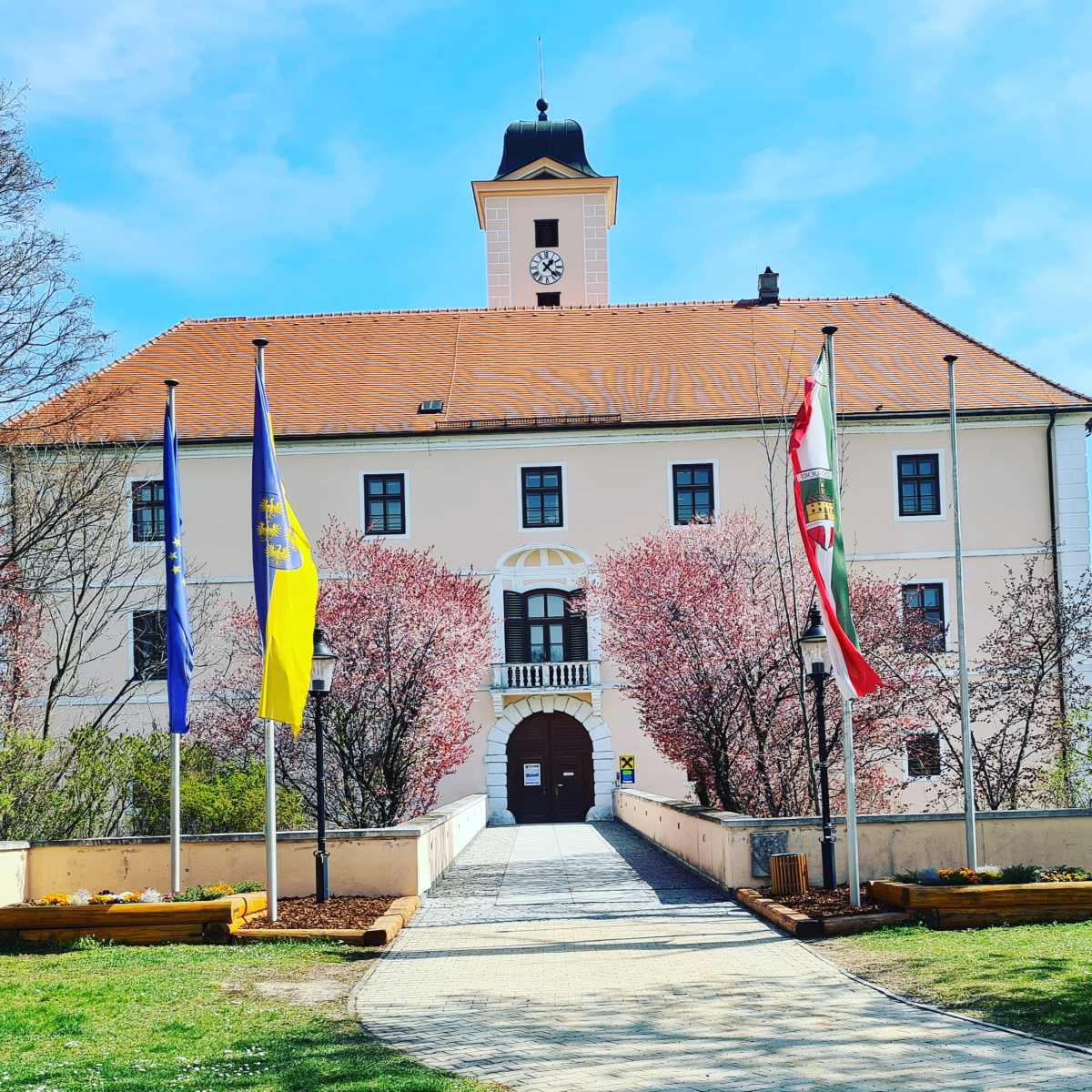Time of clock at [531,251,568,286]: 1:22
